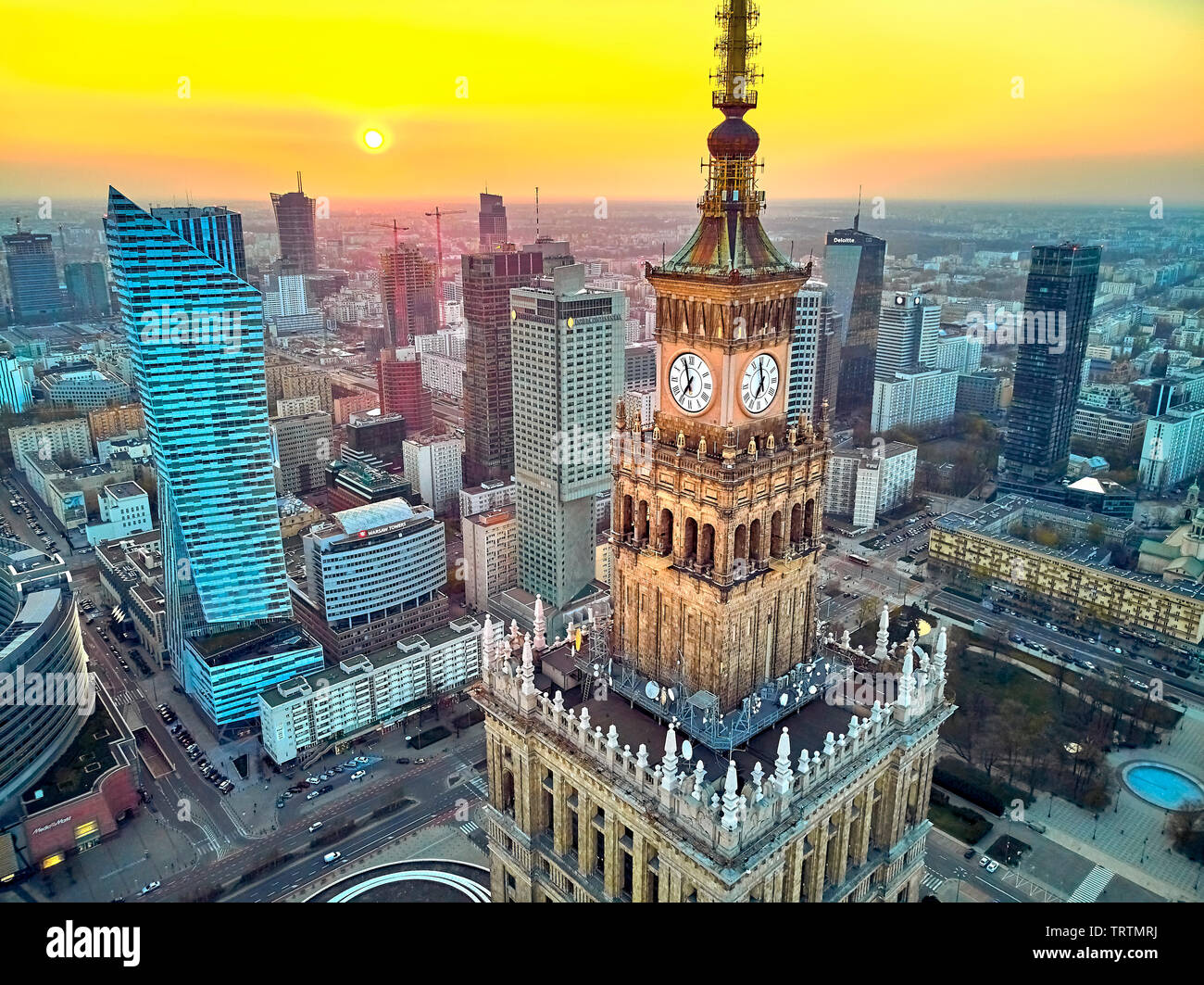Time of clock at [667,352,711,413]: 6:56
